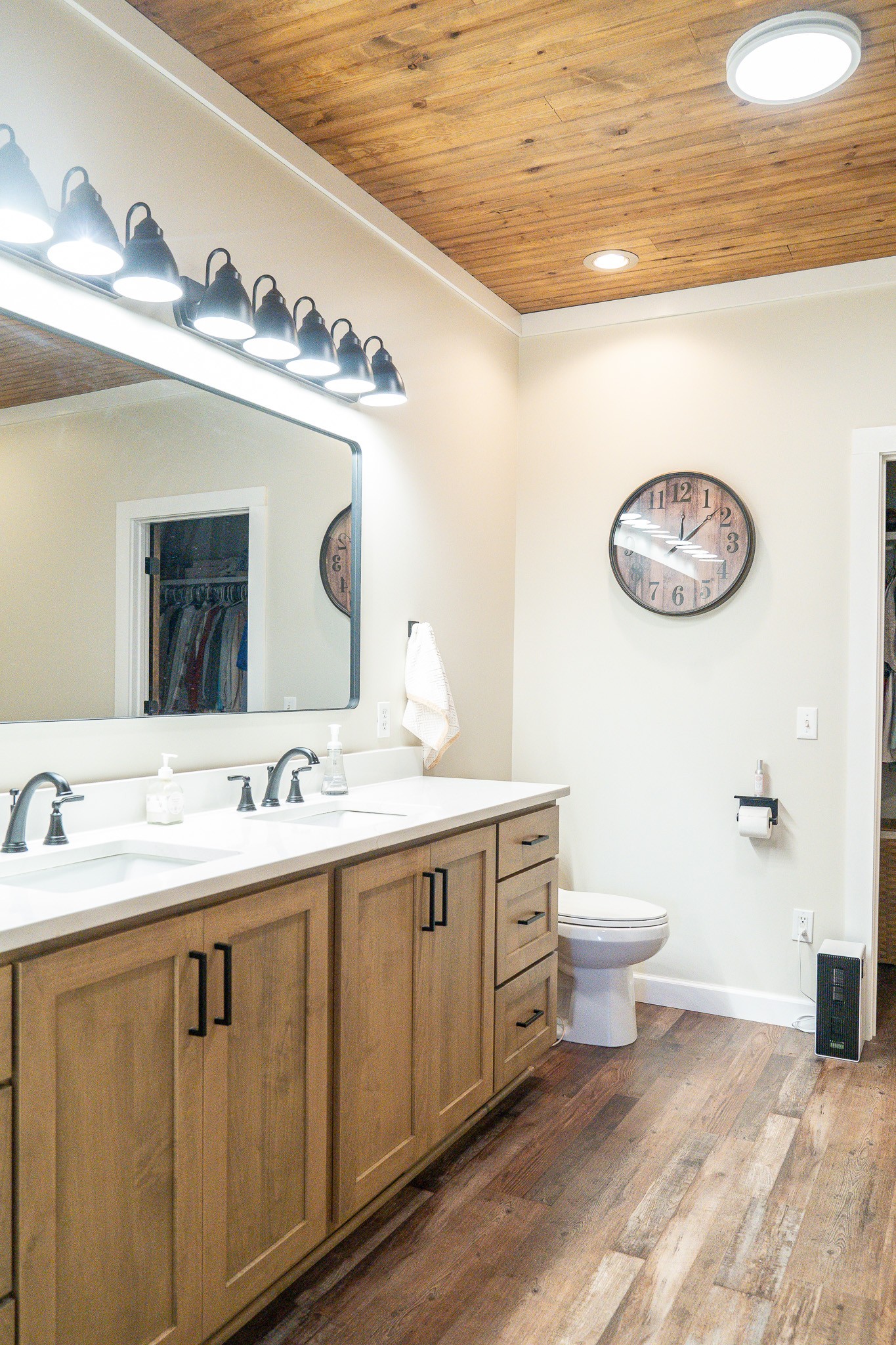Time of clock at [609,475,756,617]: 12:07
